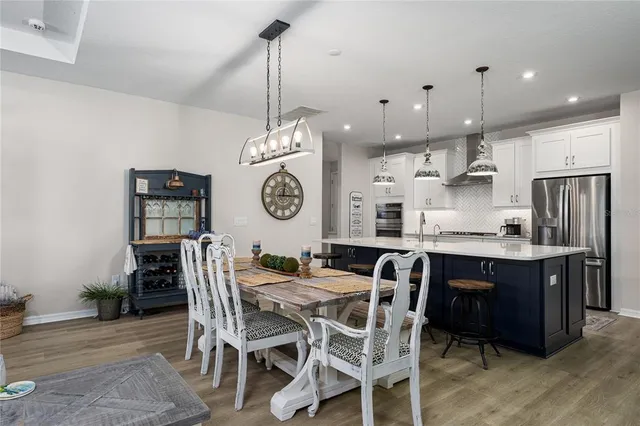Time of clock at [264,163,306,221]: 12:14
